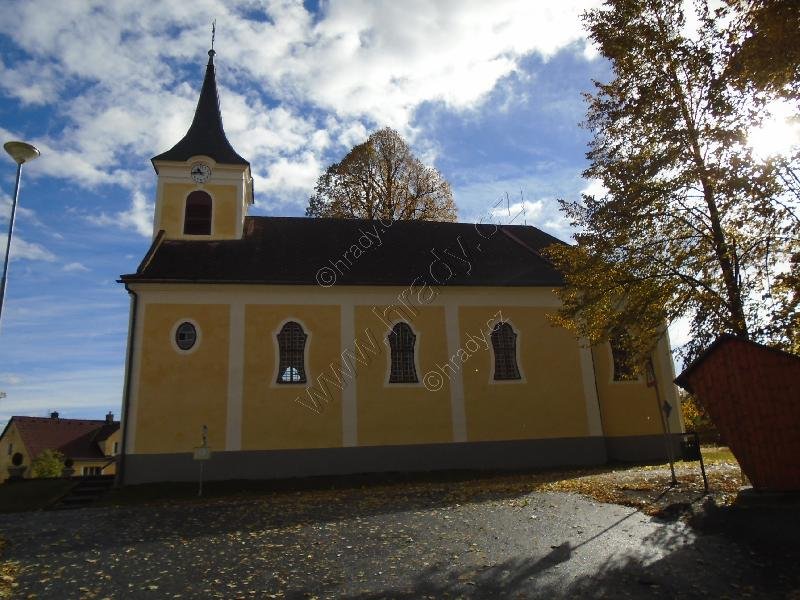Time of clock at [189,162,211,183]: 10:45
